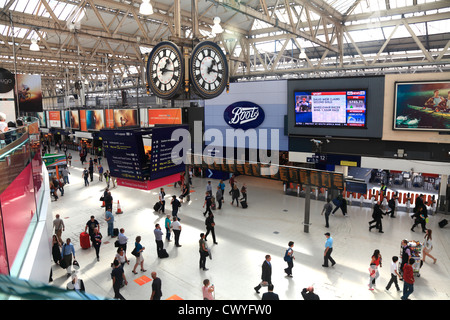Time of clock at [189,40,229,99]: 1:16
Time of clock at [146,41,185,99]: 1:16
